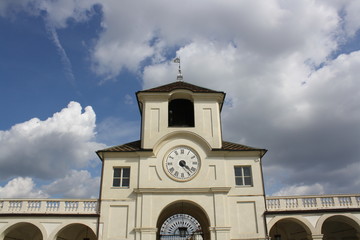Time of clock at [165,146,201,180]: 4:22
